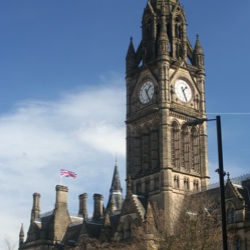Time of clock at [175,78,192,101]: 1:26
